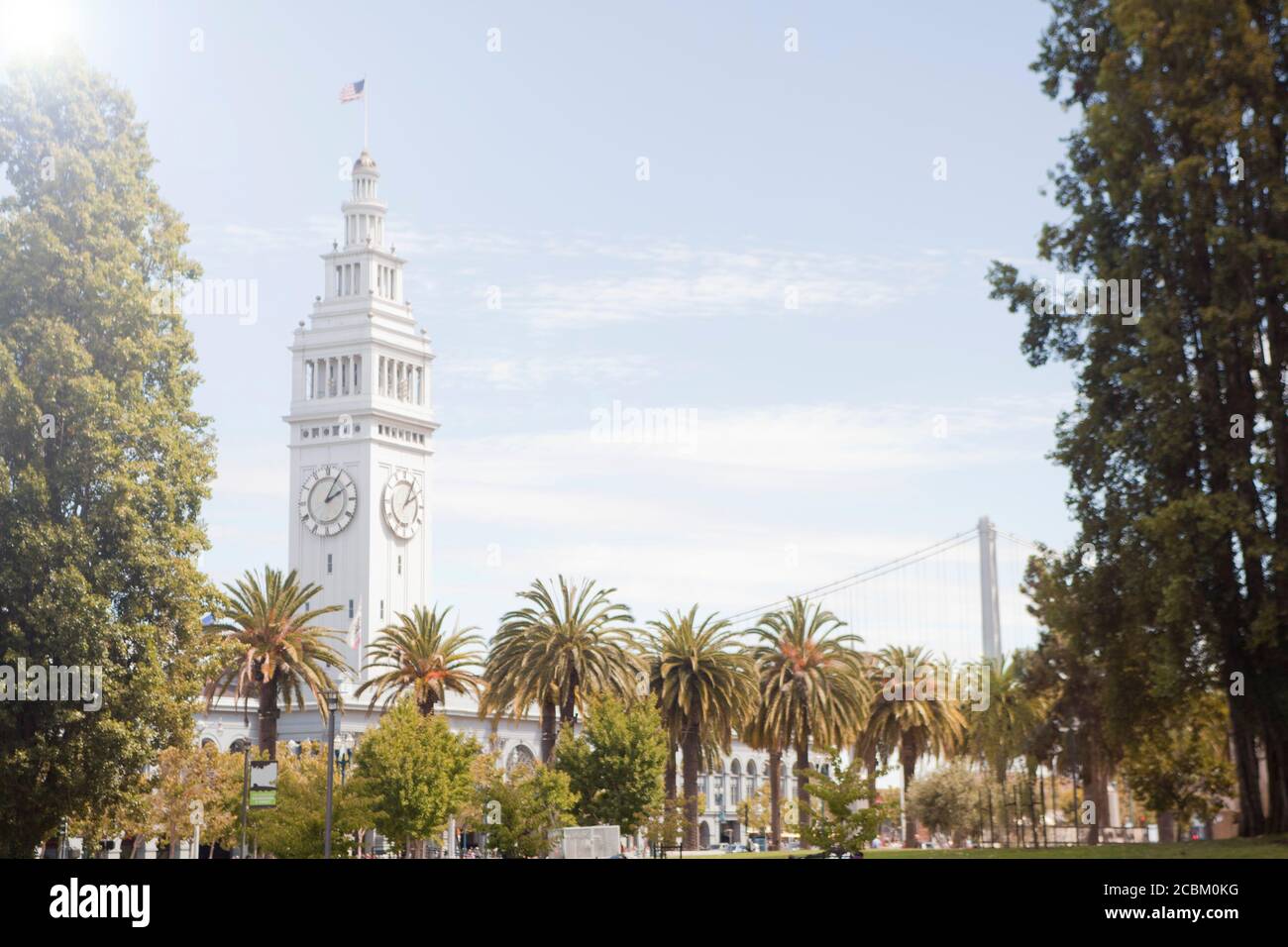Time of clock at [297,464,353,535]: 2:04
